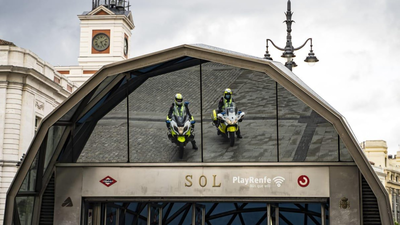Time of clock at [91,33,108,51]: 5:11
